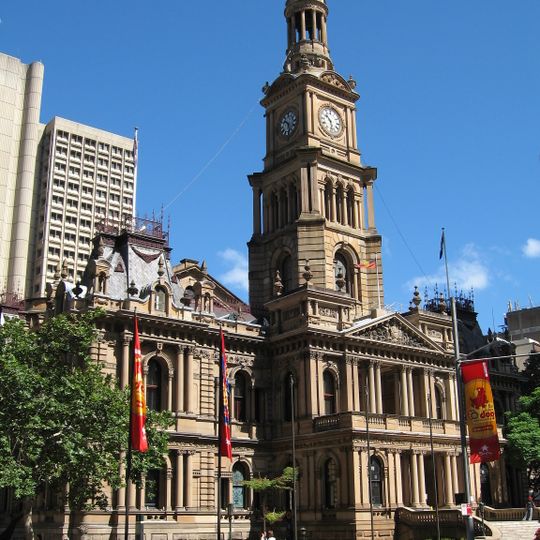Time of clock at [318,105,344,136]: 10:28
